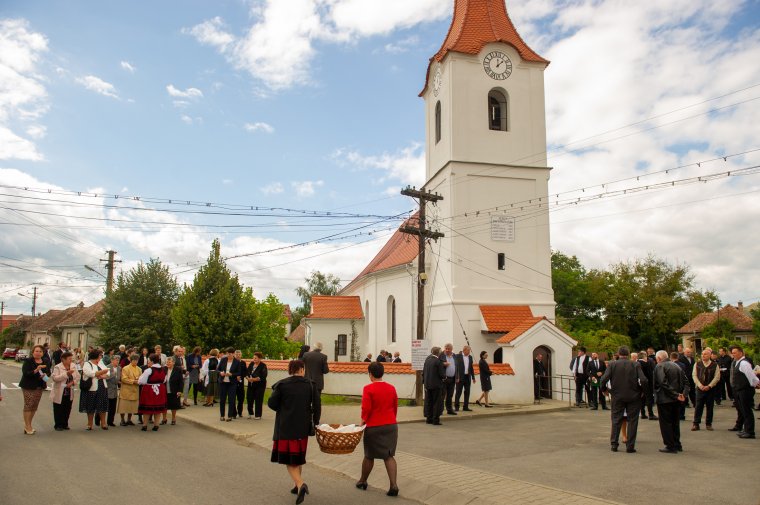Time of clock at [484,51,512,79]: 12:07
